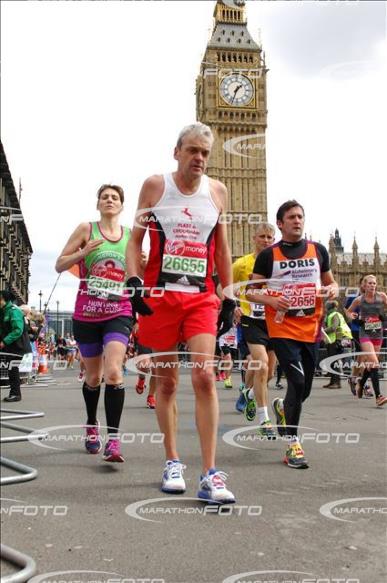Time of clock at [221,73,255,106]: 1:33
